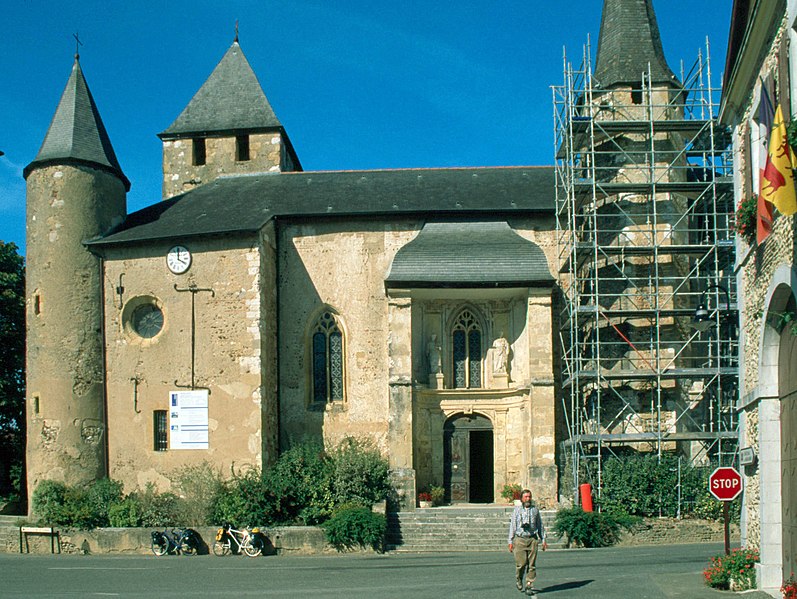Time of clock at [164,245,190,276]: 4:00
